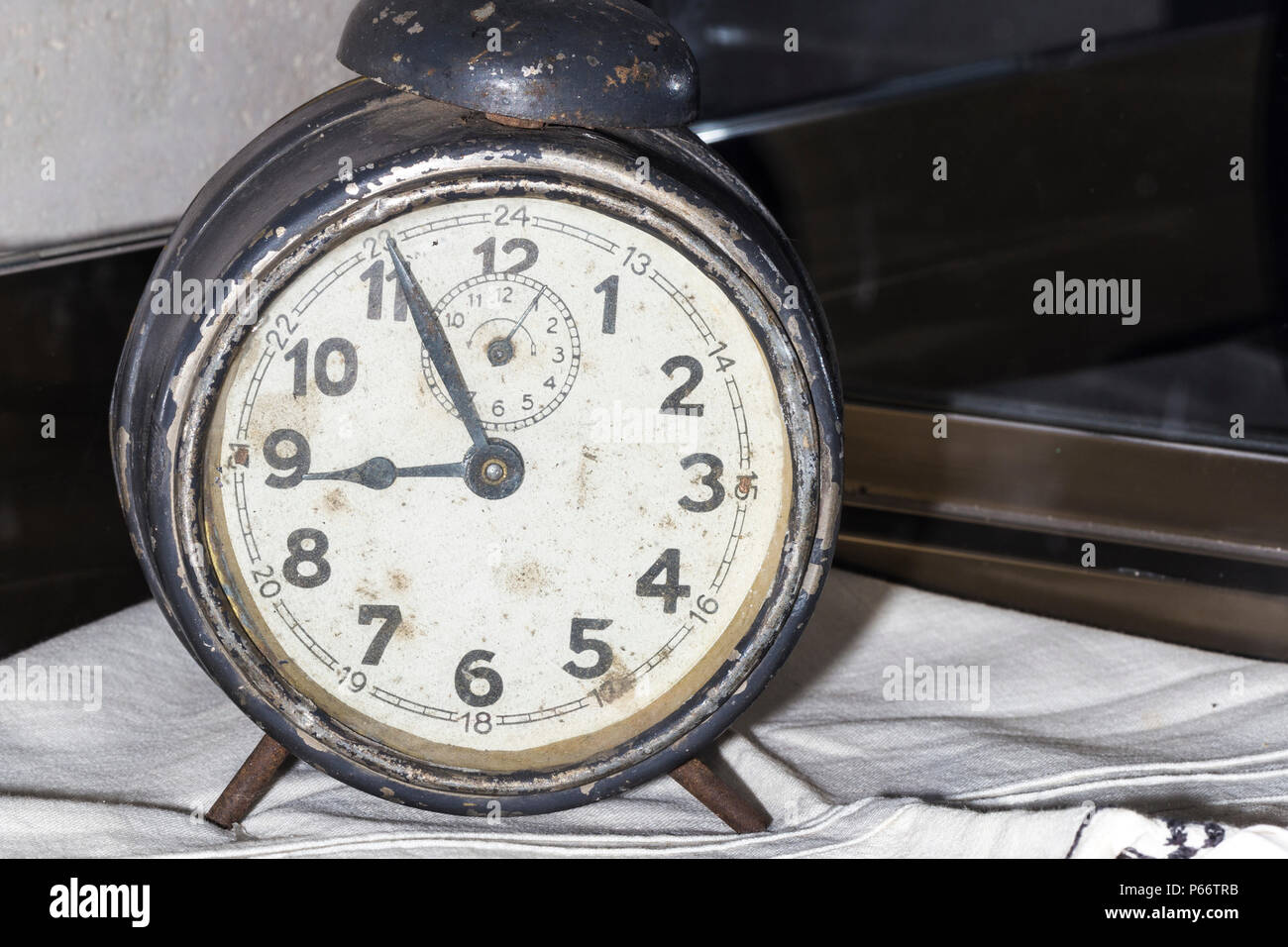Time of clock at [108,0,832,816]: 8:55
